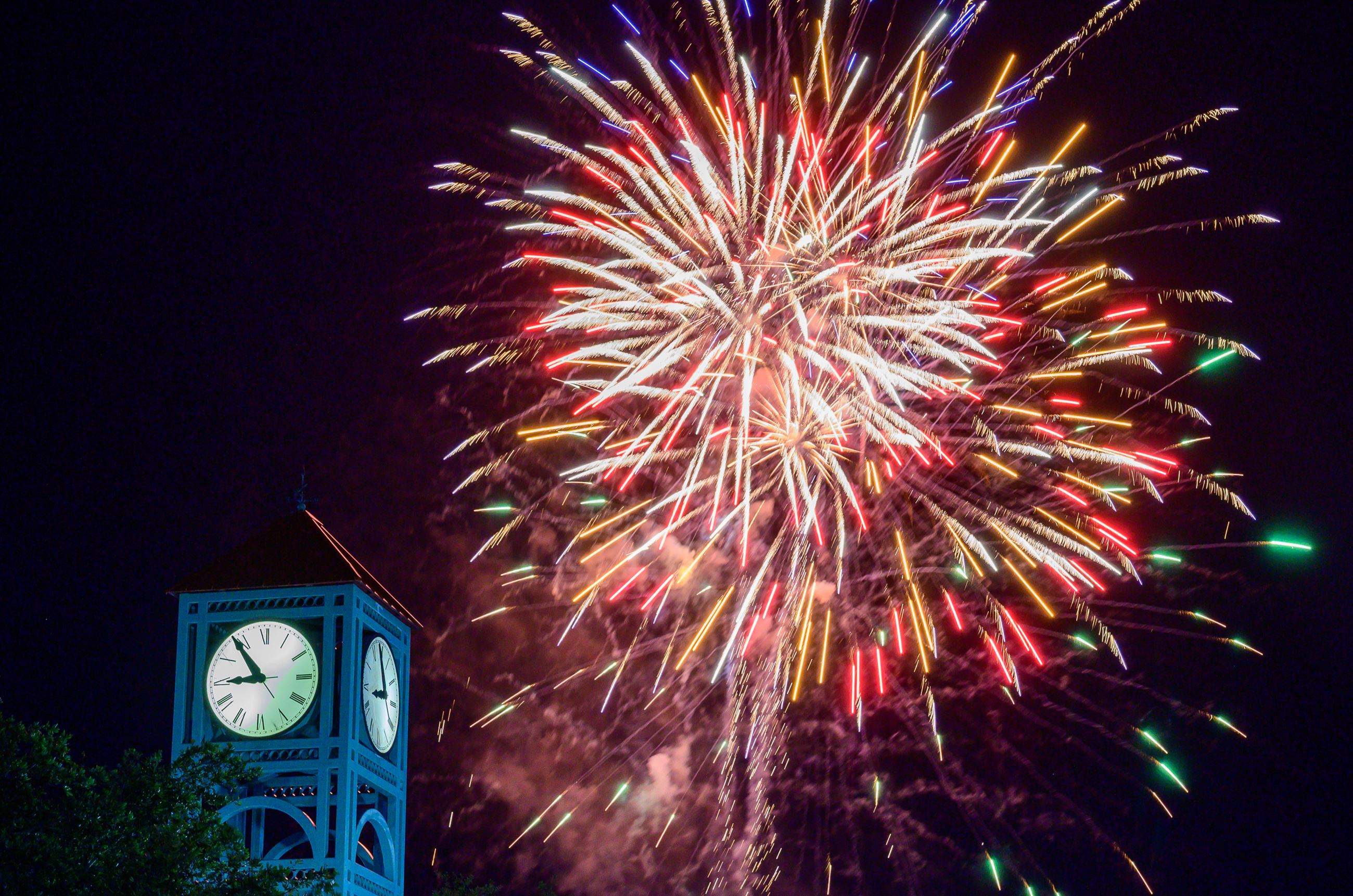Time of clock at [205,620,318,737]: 8:53
